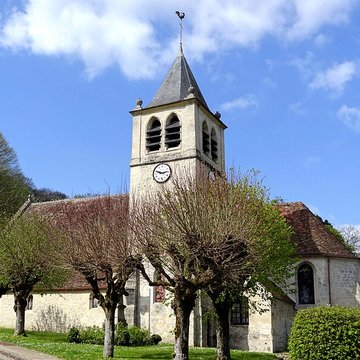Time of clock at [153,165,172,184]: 2:48
